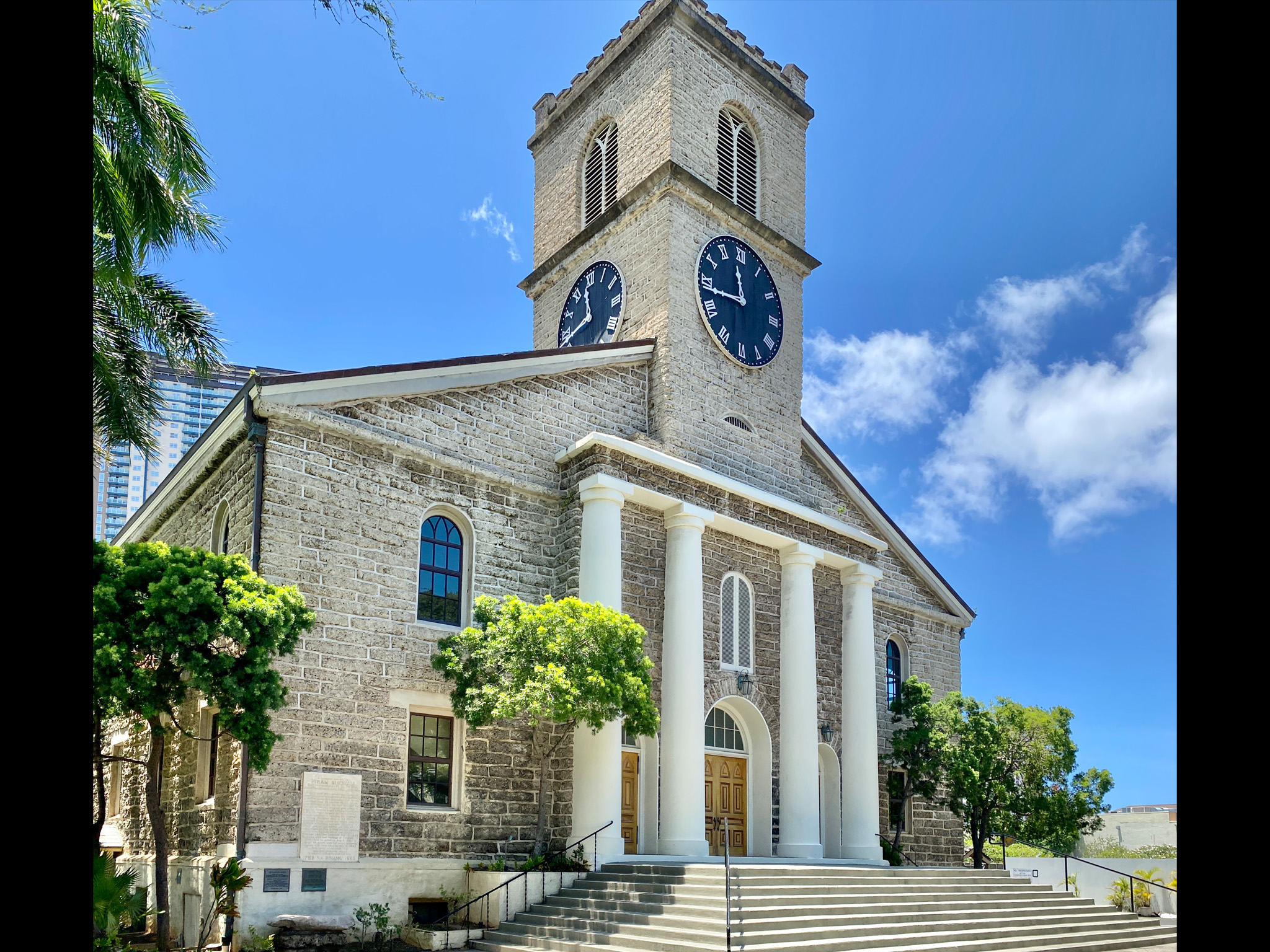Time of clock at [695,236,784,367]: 11:43
